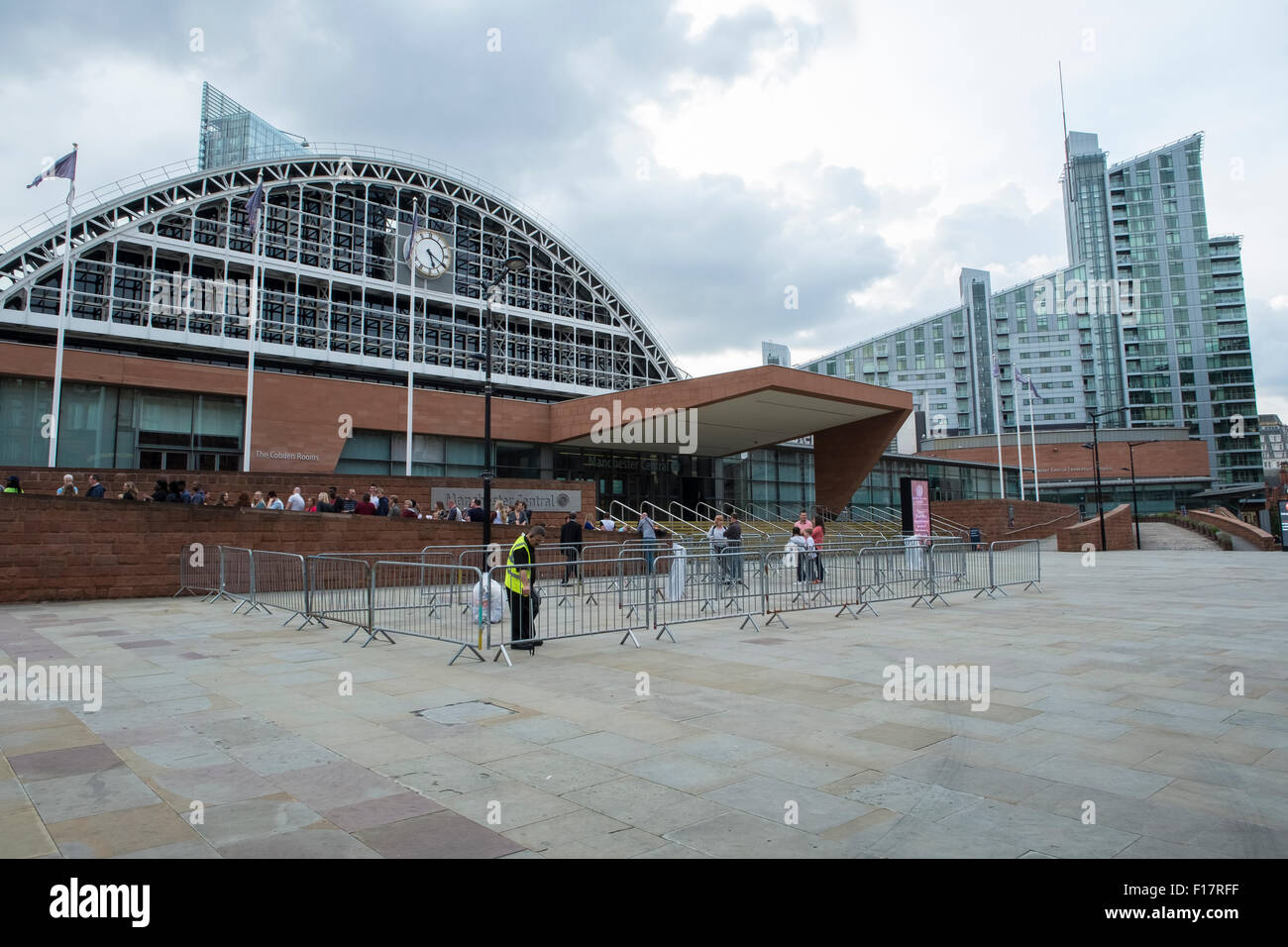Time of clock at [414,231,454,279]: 5:20
